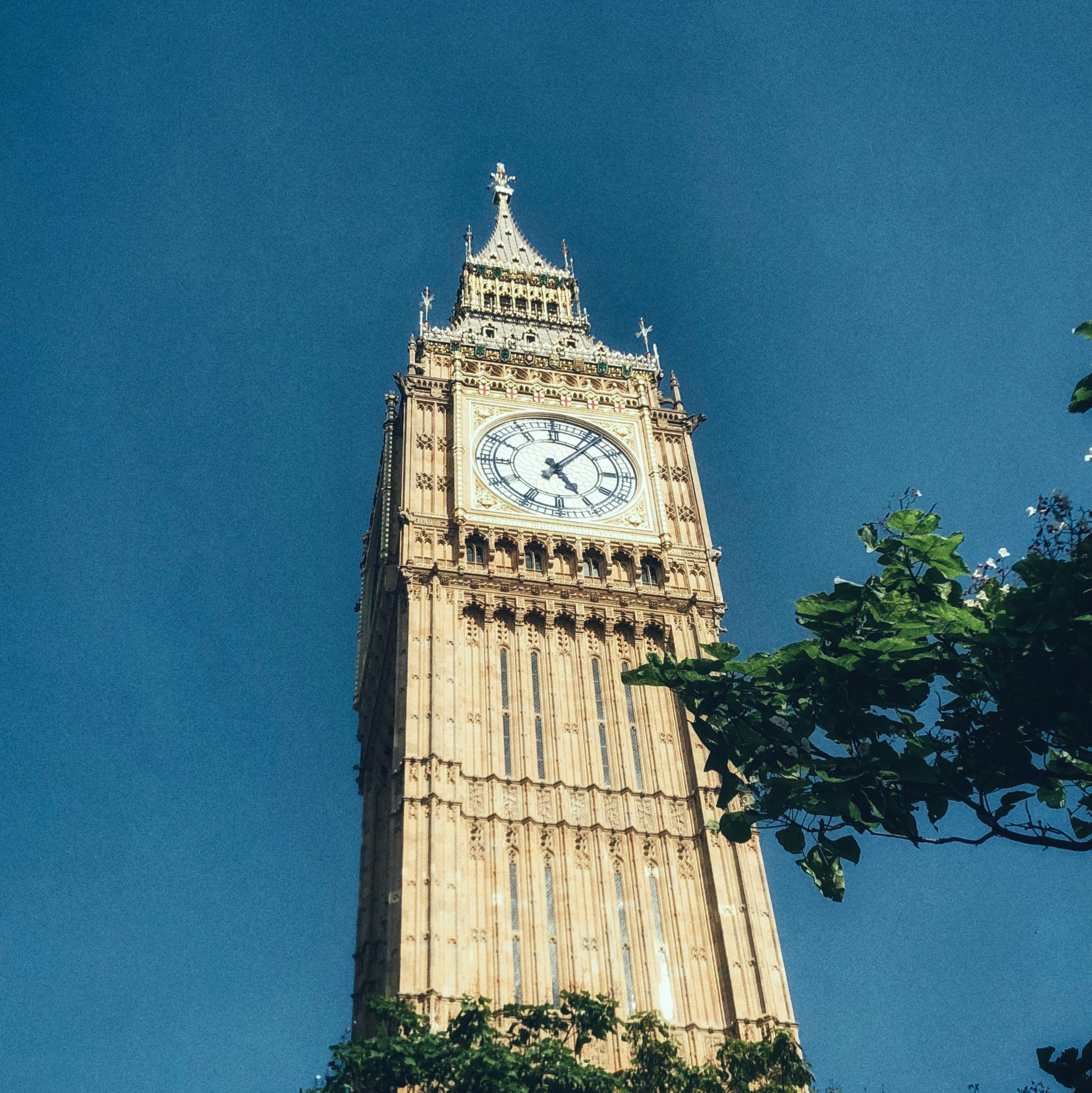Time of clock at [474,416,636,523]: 5:06
